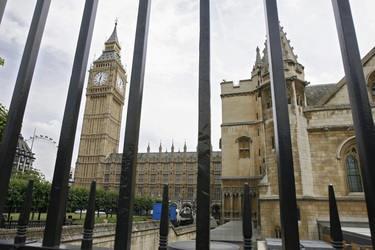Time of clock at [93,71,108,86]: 12:31
